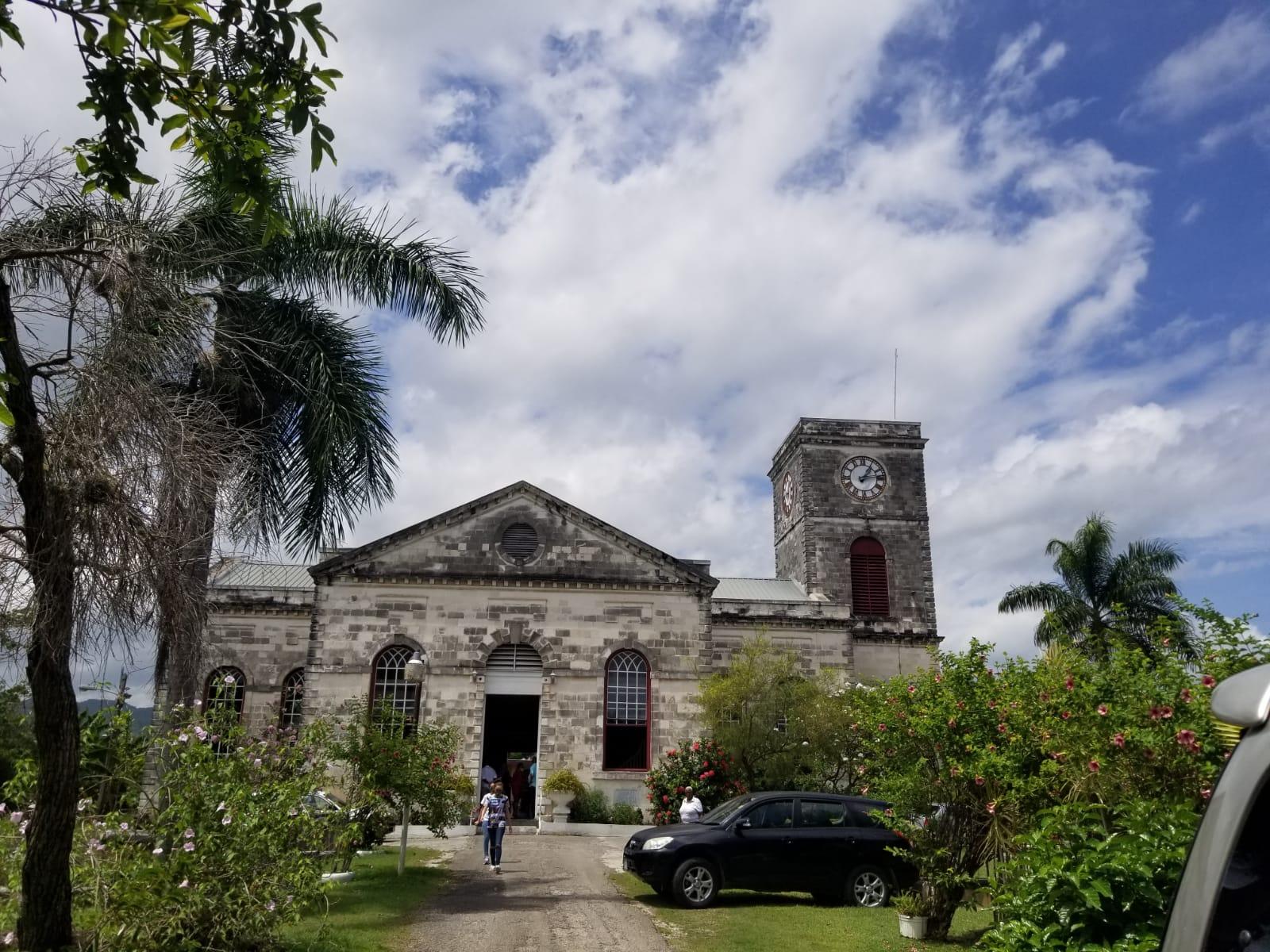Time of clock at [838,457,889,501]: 1:13
